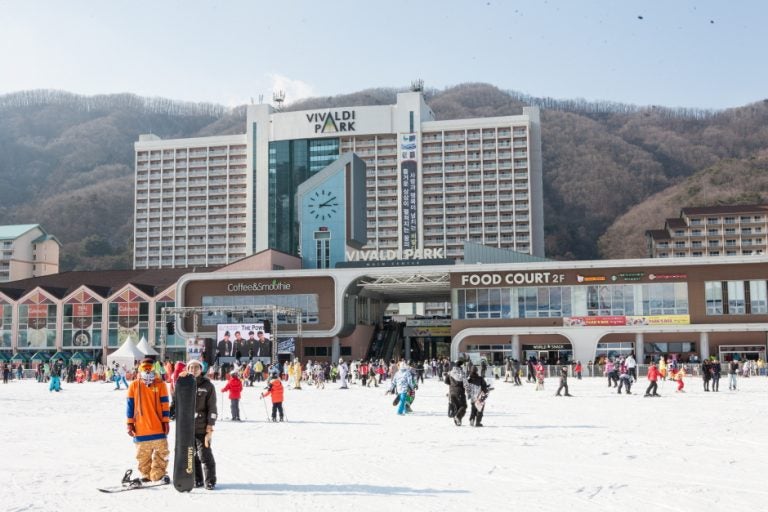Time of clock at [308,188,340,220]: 3:09
